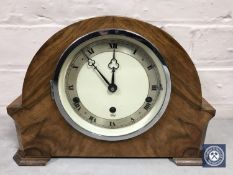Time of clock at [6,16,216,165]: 11:53
